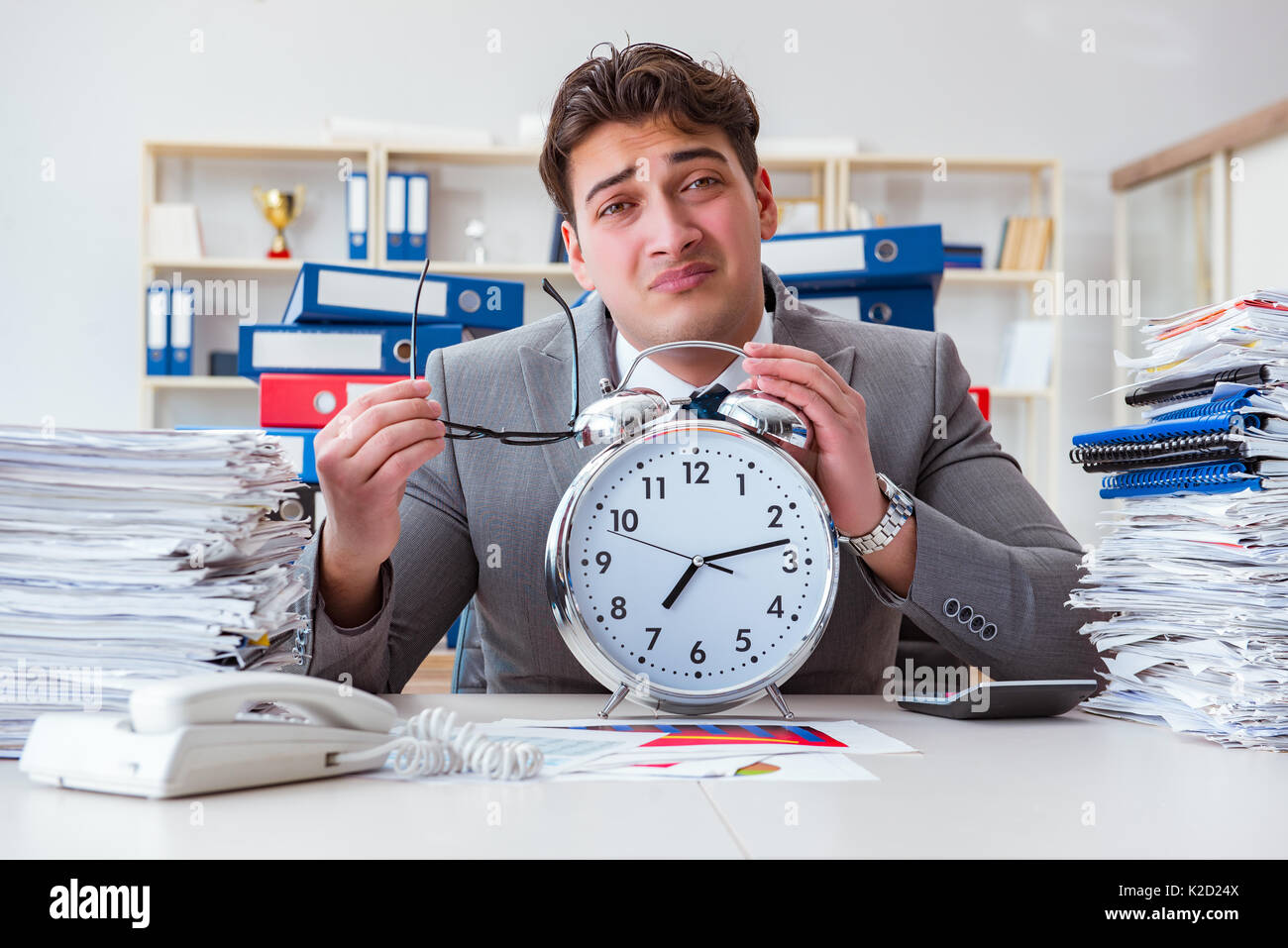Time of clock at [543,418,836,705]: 7:12
